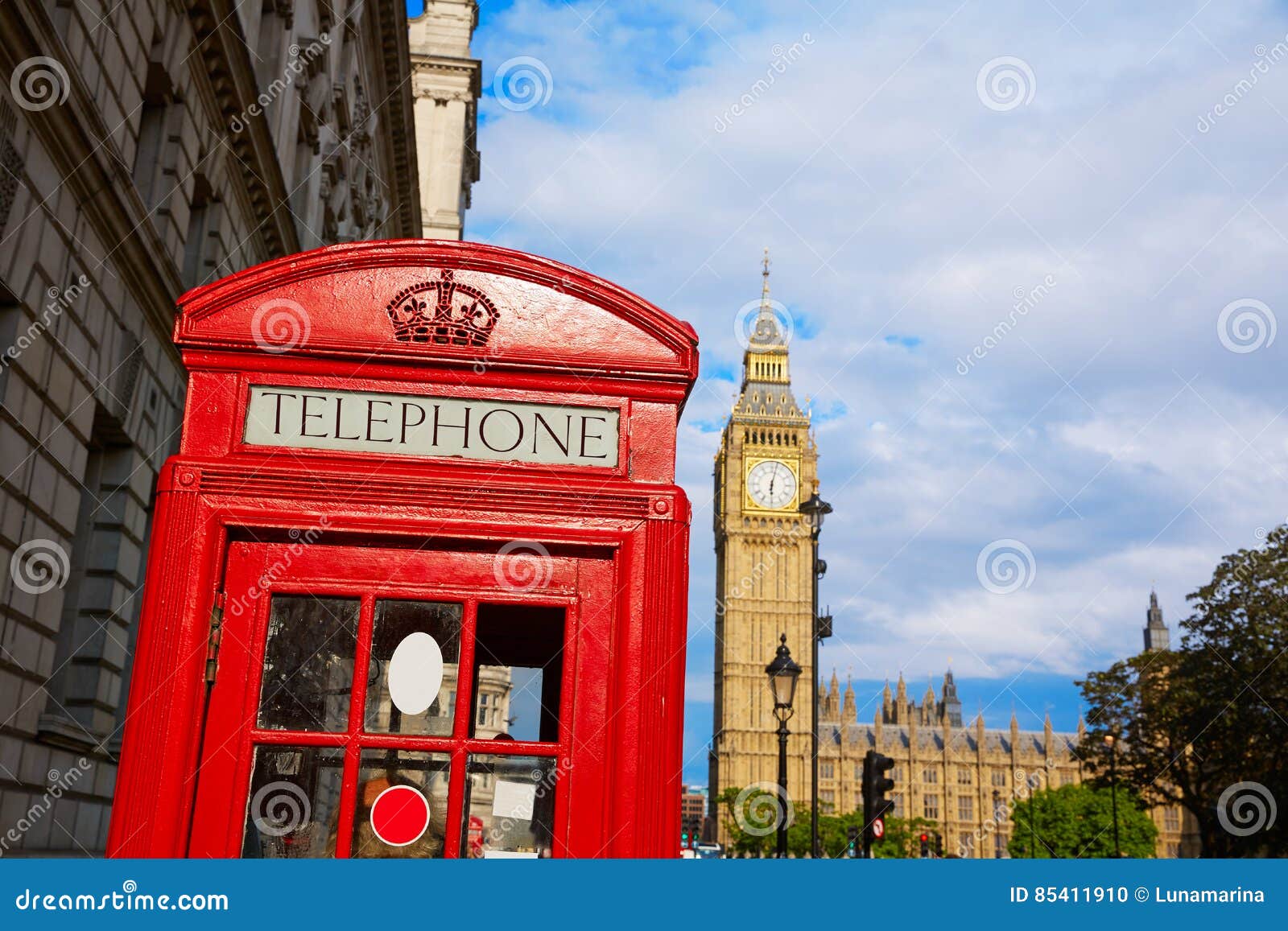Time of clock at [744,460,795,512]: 6:02
